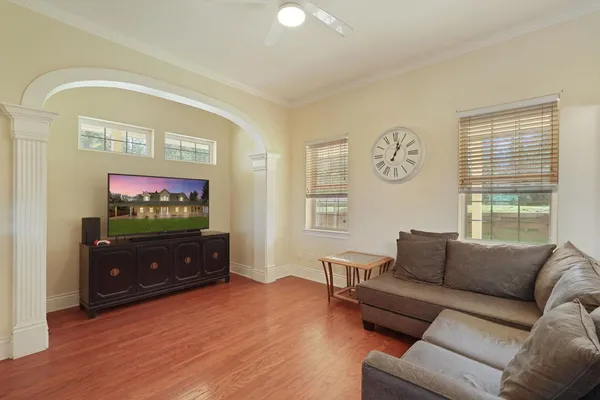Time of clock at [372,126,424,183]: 1:02
